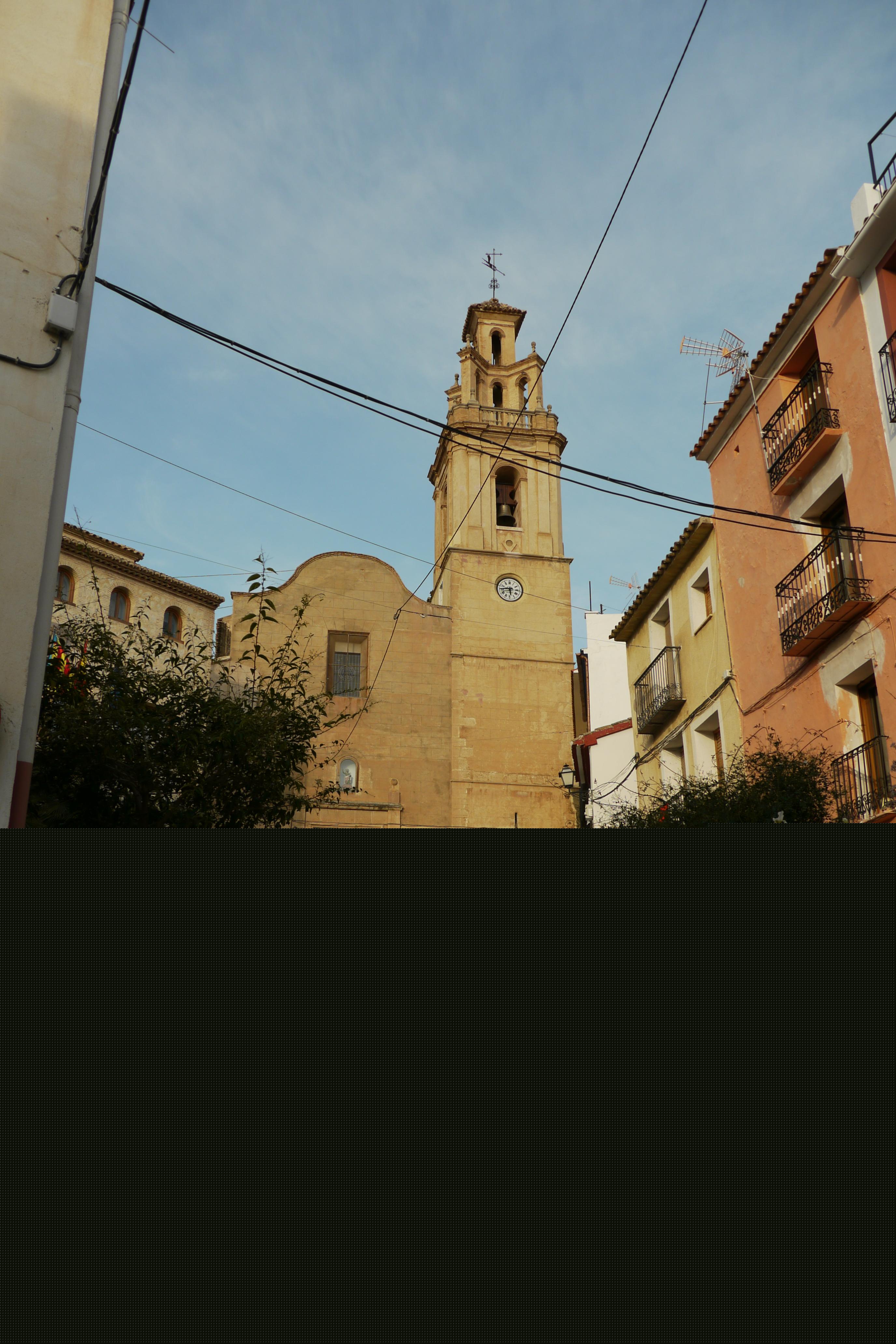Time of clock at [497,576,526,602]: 5:44
